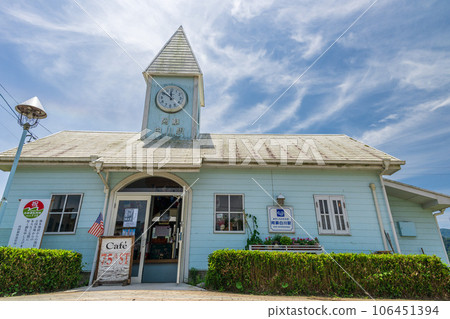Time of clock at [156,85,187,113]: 11:50
